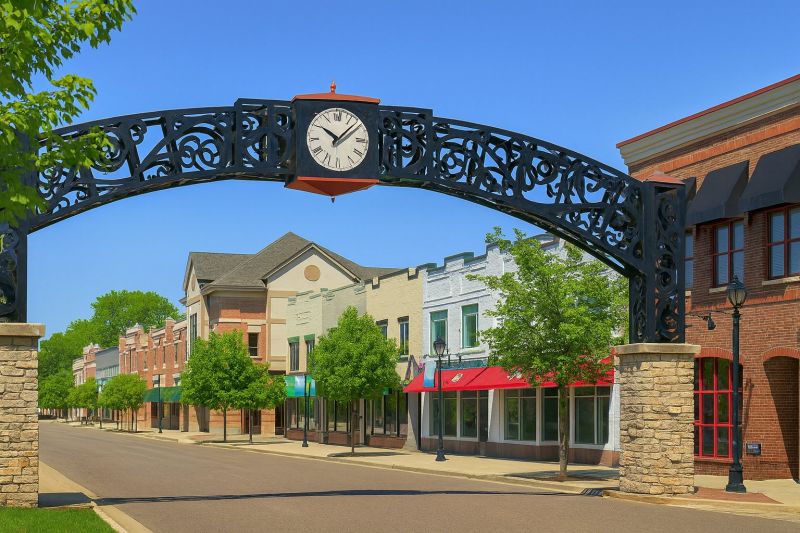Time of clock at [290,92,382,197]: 10:07
